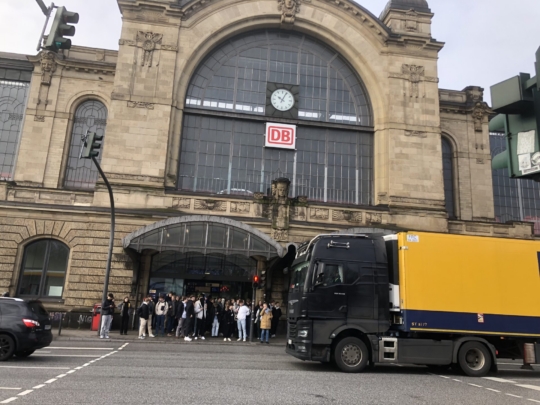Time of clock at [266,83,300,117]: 10:04
